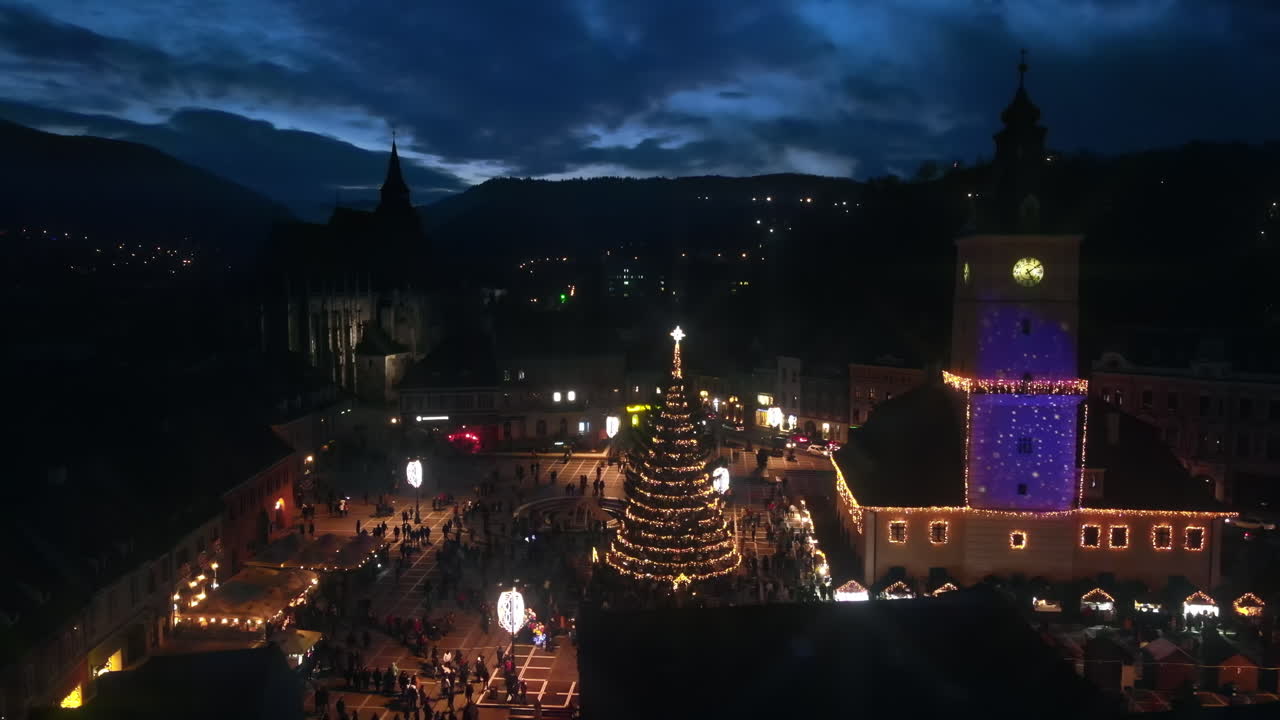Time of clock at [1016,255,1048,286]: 5:08
